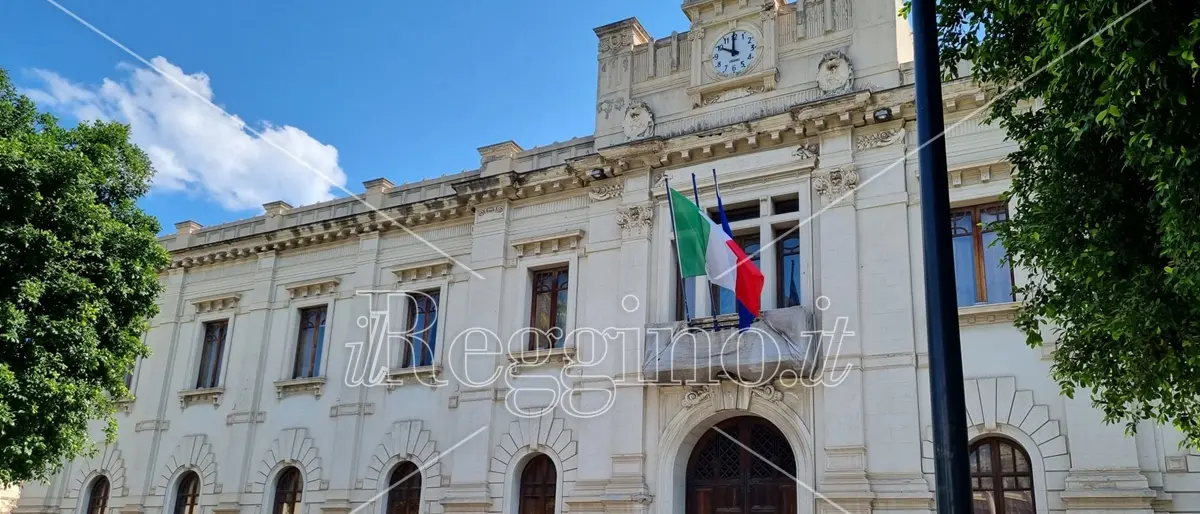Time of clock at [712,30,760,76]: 9:59
